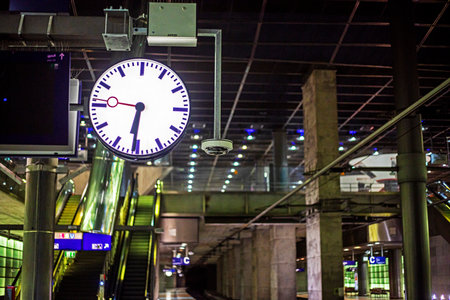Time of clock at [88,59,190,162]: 6:31
